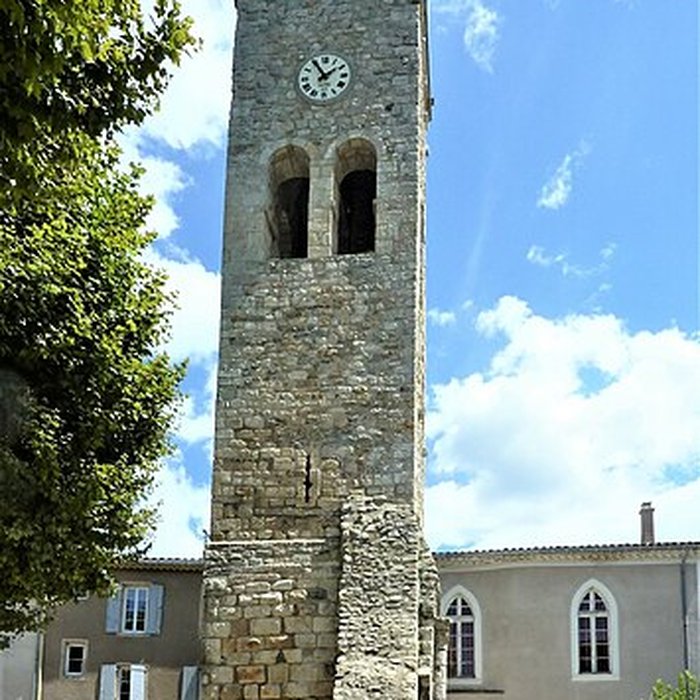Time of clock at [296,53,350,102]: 1:54
